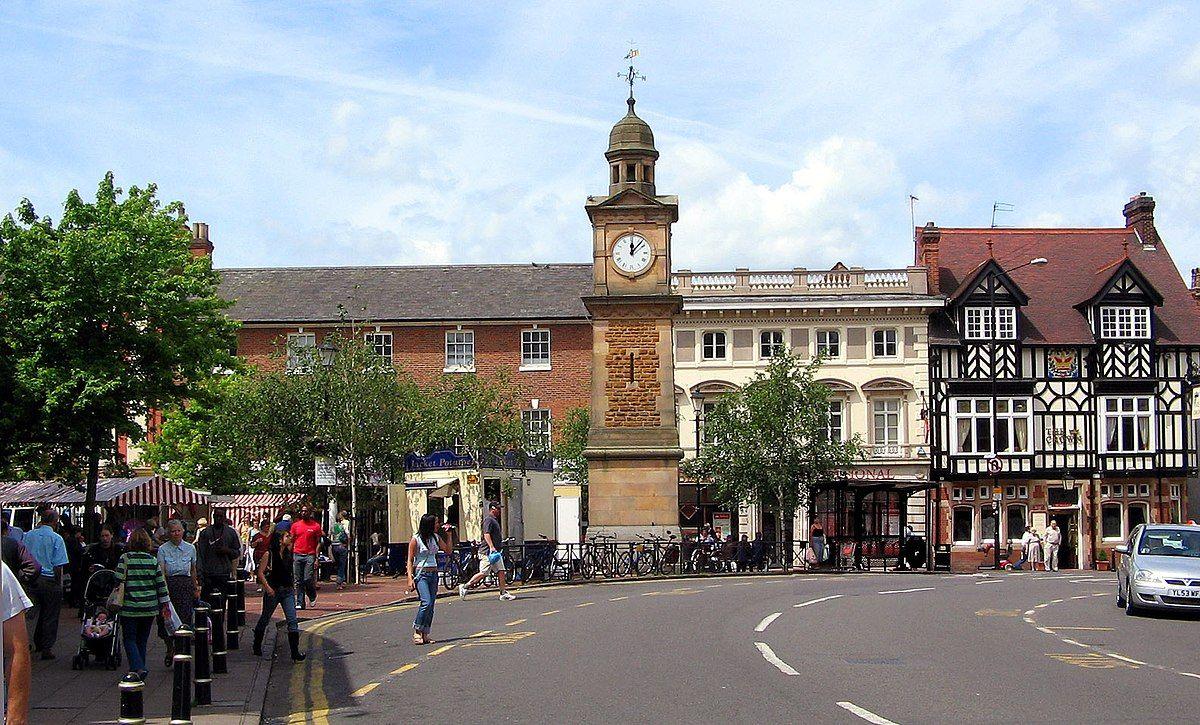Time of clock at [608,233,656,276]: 12:07
